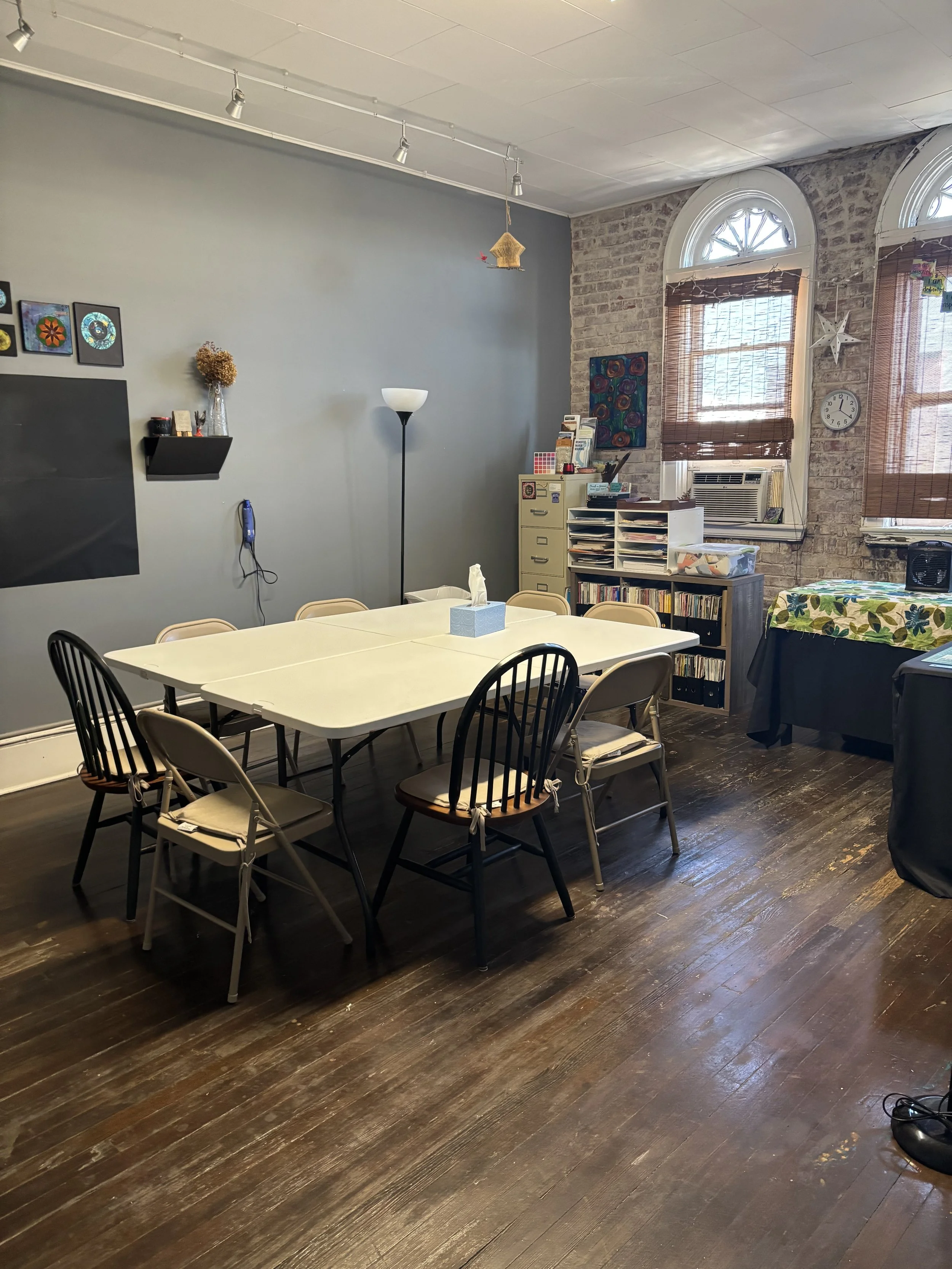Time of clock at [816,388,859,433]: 12:20
